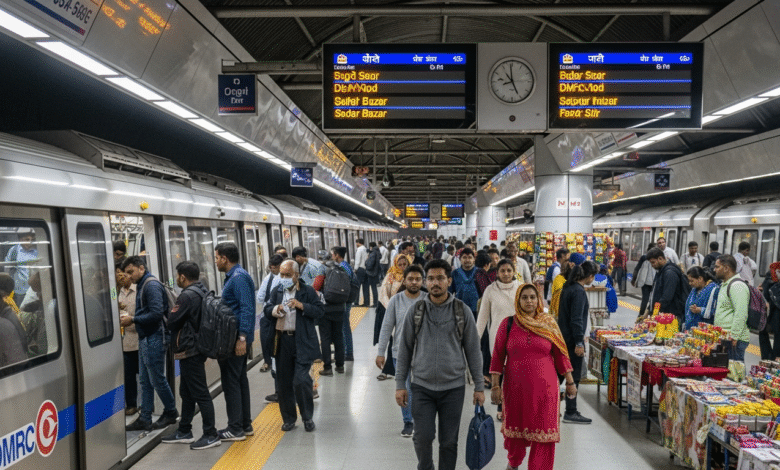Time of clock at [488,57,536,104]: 8:25
